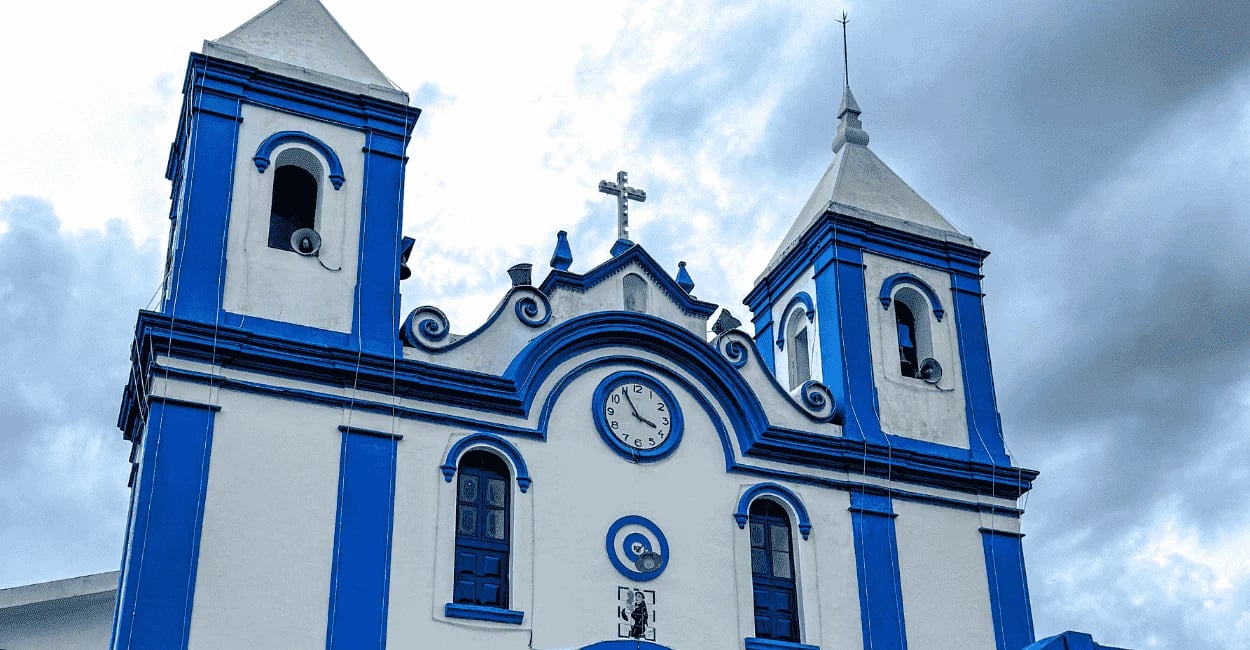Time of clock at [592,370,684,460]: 3:54
